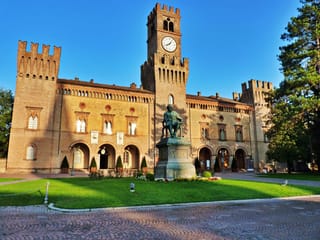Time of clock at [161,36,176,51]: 8:06
